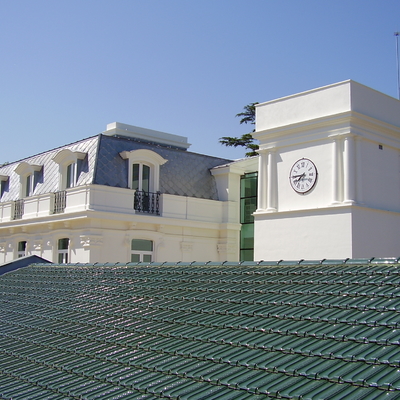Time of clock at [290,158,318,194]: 7:44
